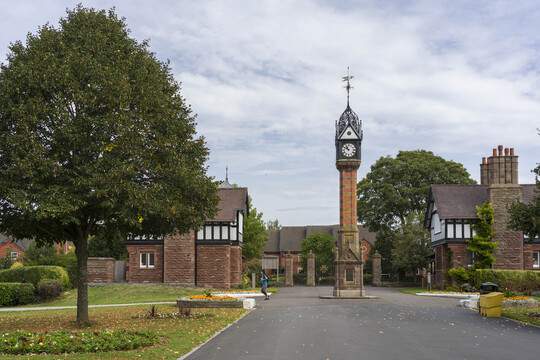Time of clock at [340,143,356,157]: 10:50
